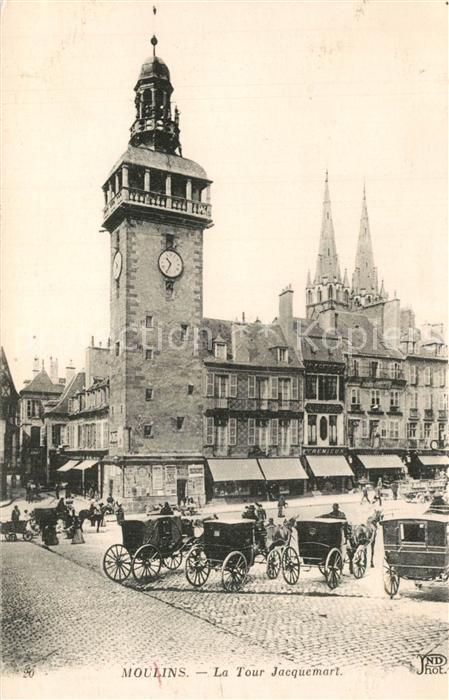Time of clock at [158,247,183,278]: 10:34
